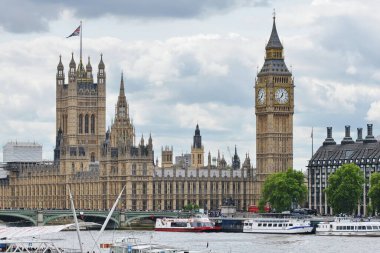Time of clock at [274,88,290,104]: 12:37
